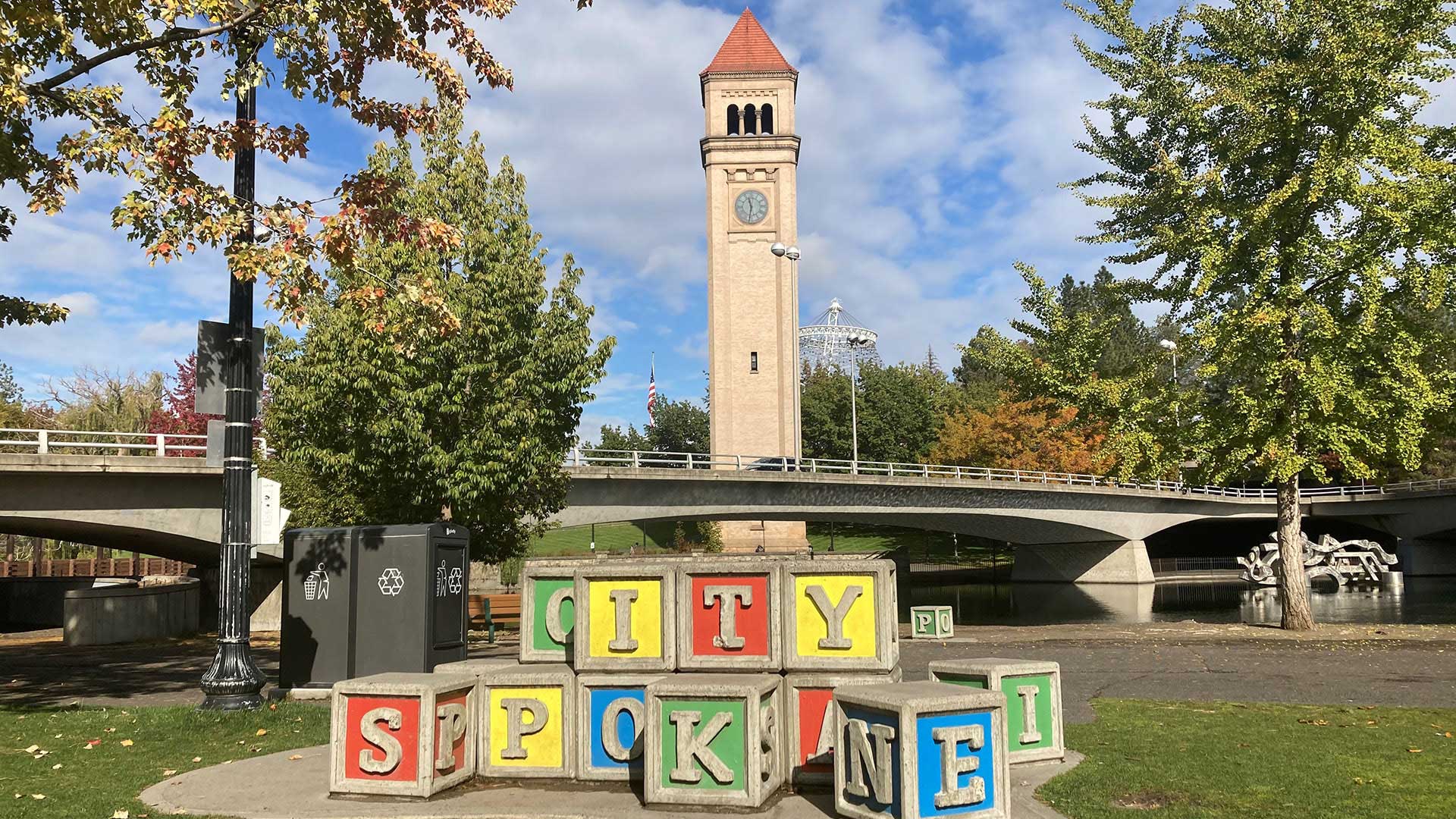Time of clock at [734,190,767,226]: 11:31
